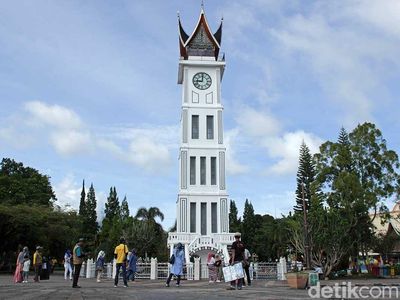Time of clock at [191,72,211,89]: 9:00
